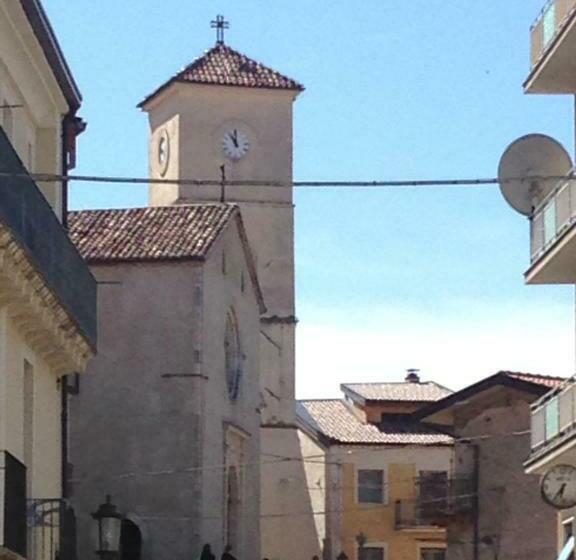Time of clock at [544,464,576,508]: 6:36
